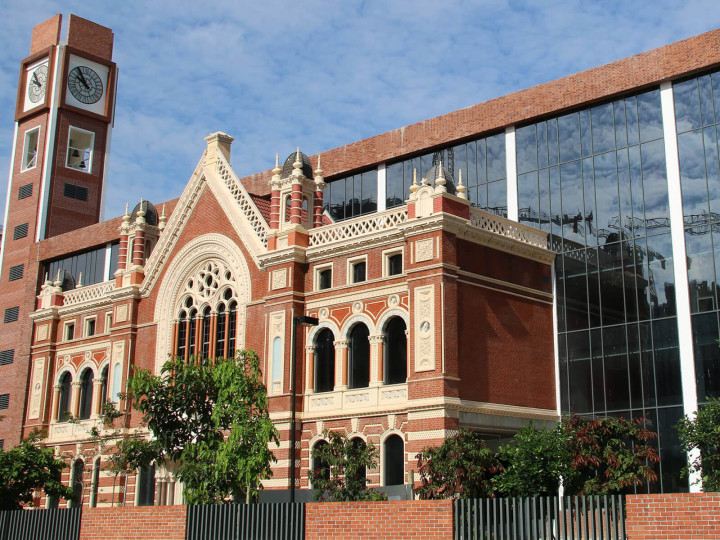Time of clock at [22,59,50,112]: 9:53
